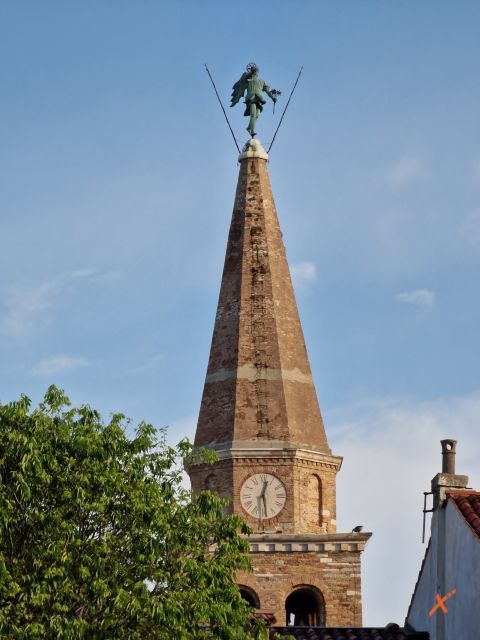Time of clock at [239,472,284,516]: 12:28
